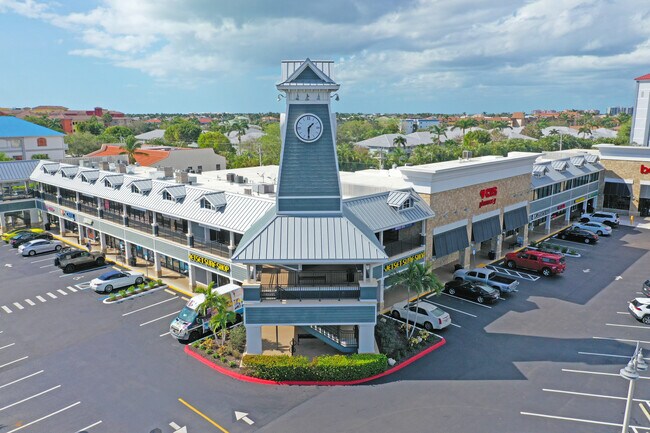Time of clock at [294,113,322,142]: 1:30
